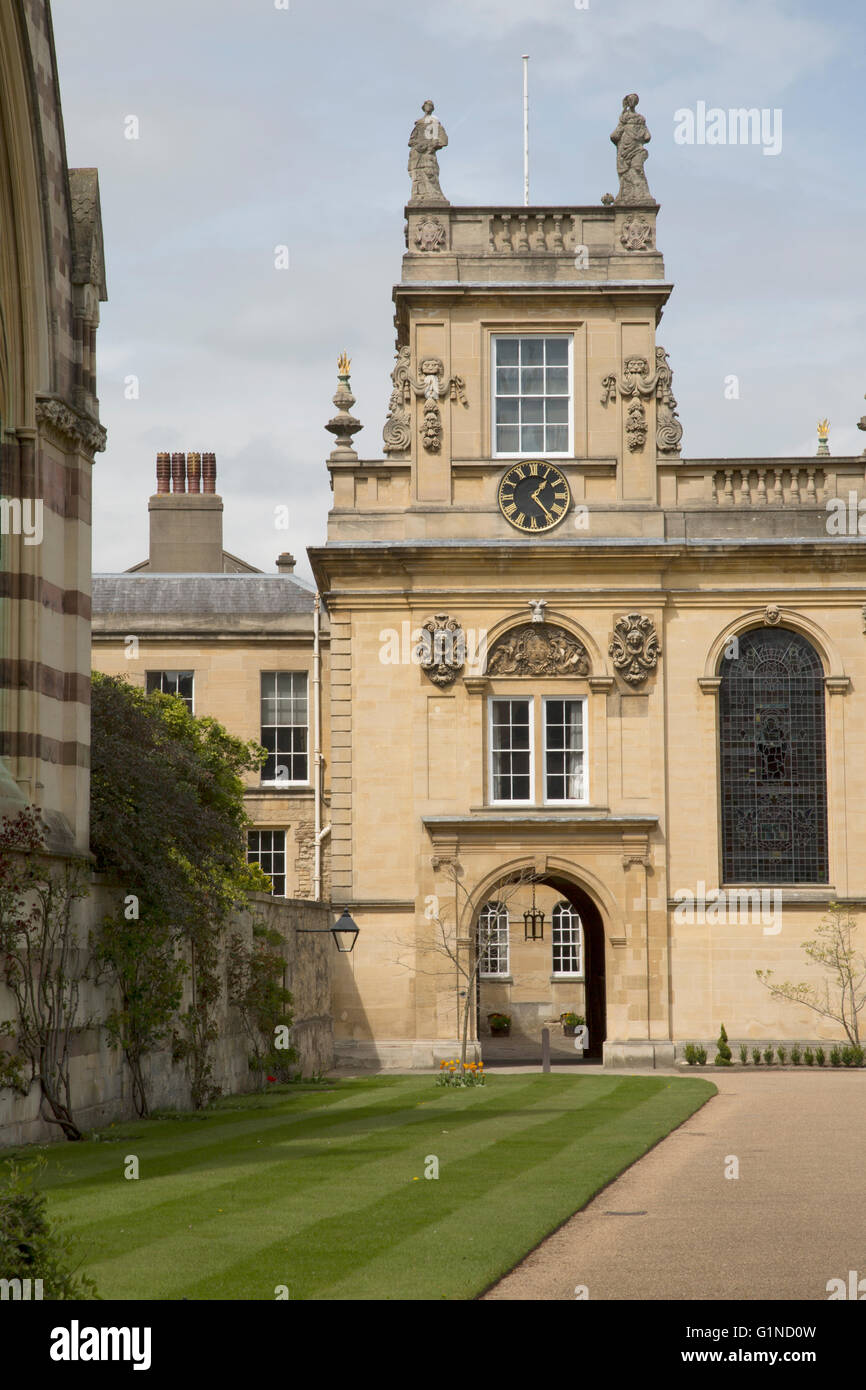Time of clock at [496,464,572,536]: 1:23
